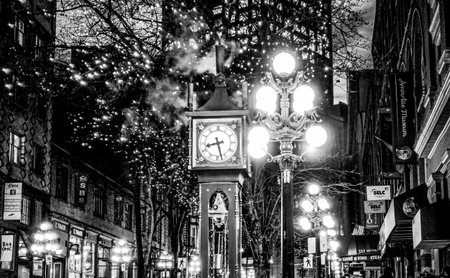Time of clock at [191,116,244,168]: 8:27
